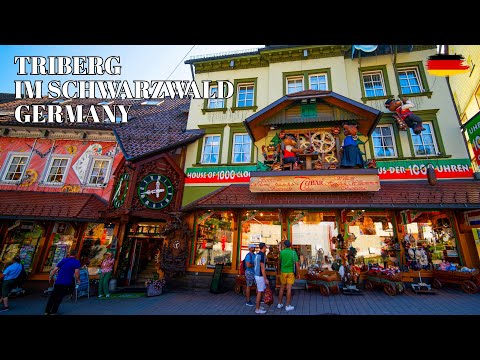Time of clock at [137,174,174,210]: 11:41
